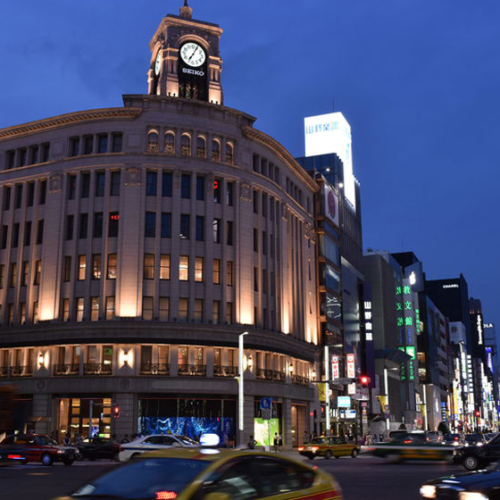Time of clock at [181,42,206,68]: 7:04
